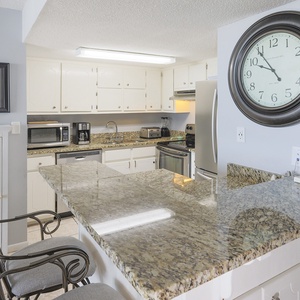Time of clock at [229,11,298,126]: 9:54
